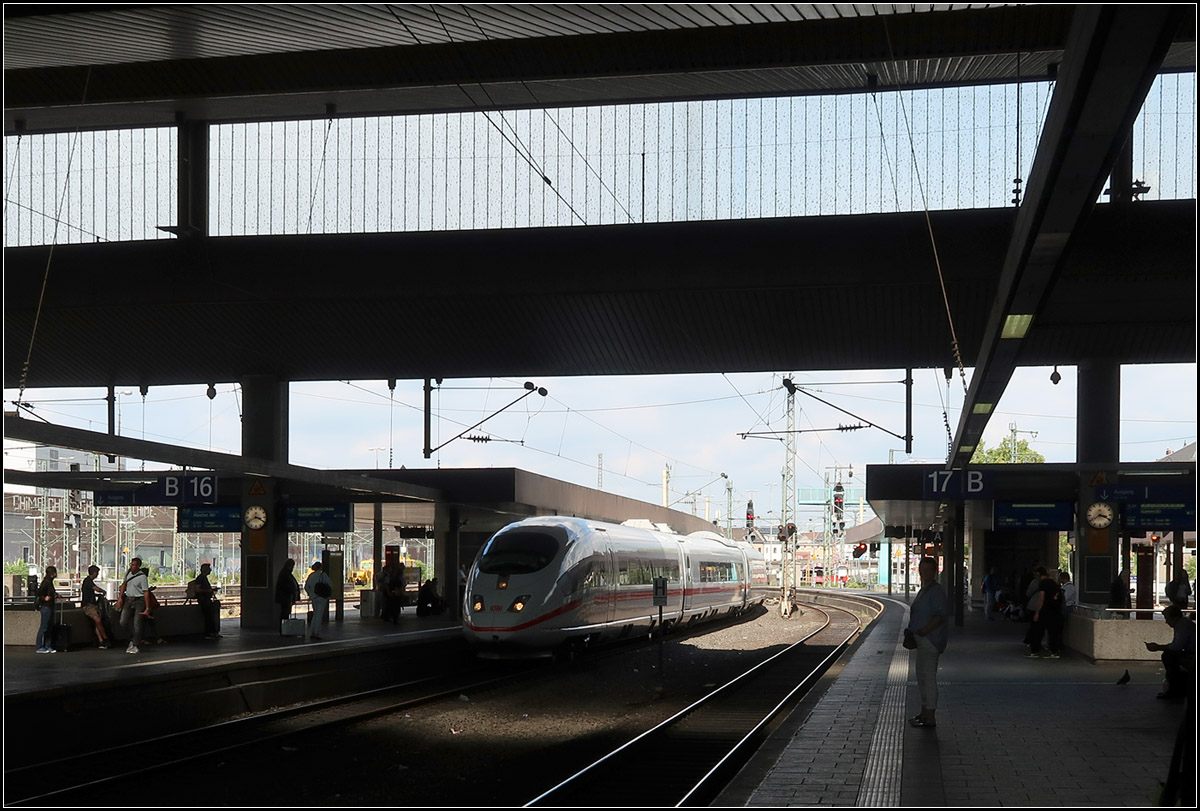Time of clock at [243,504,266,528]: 3:40
